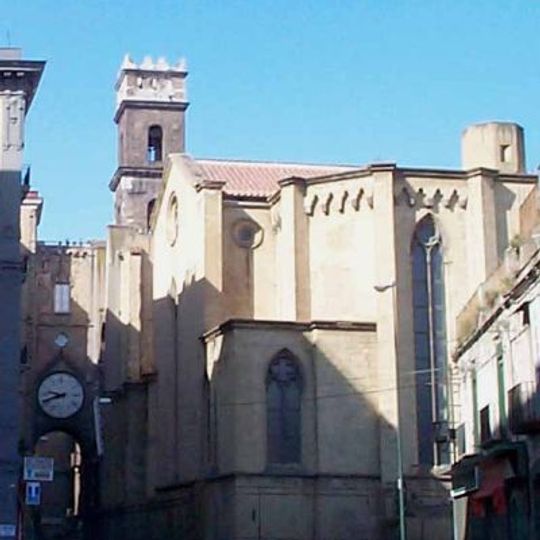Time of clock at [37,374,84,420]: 9:42
